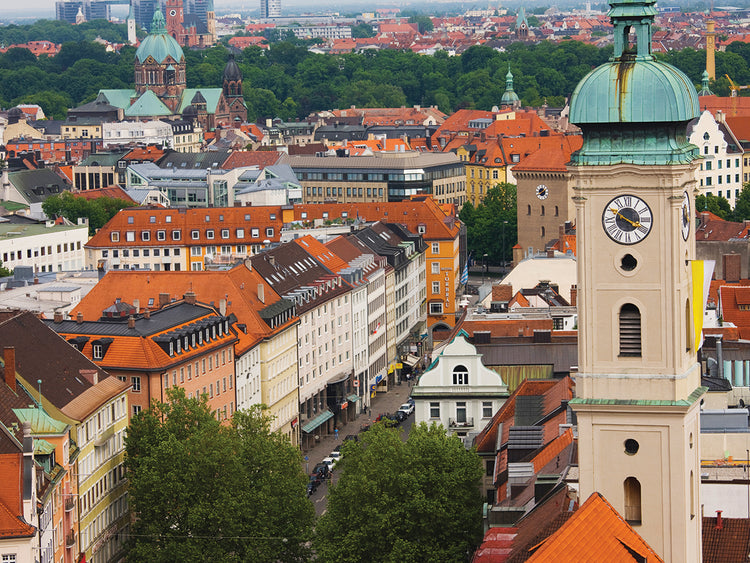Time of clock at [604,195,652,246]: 3:50
